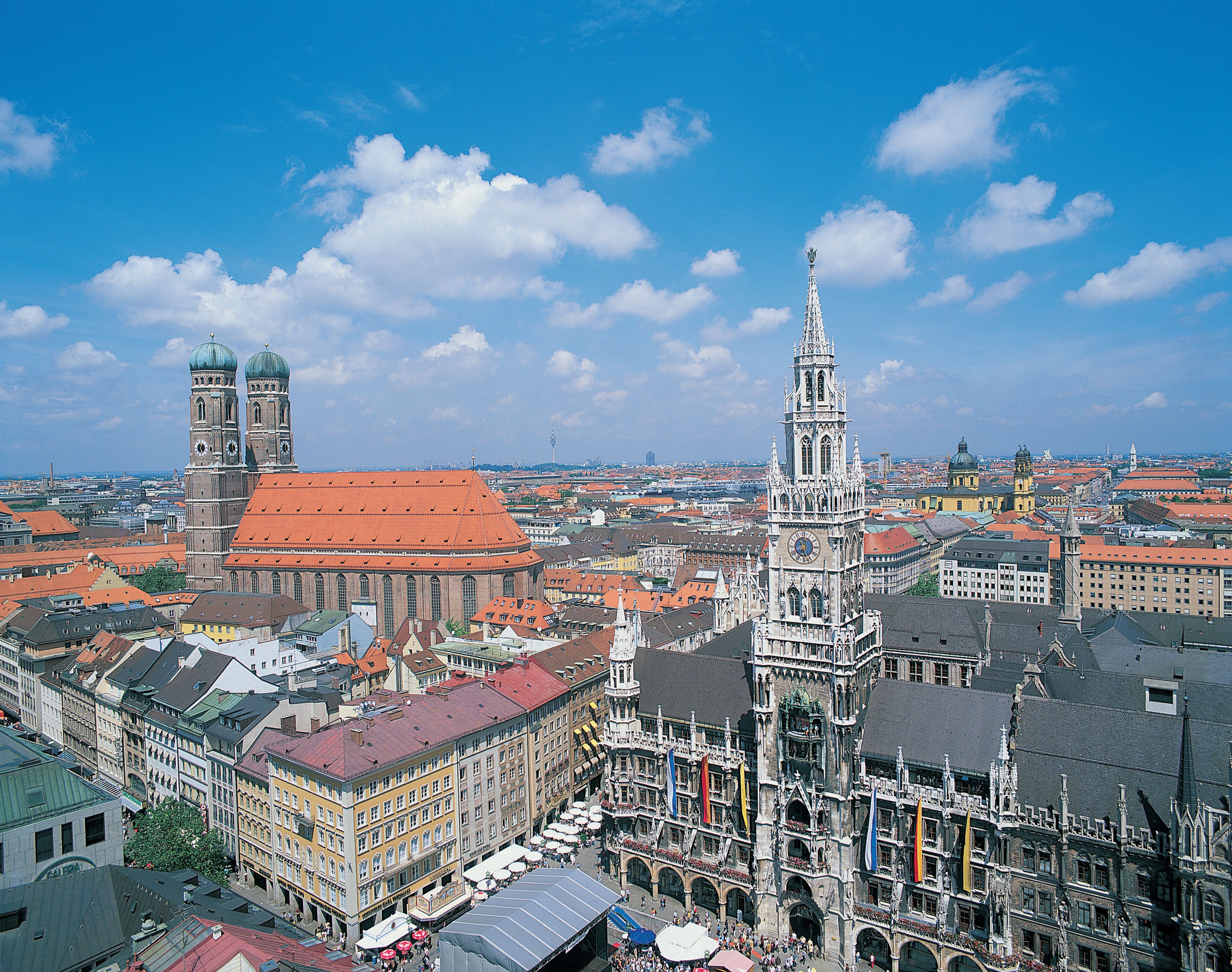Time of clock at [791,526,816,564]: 12:26
